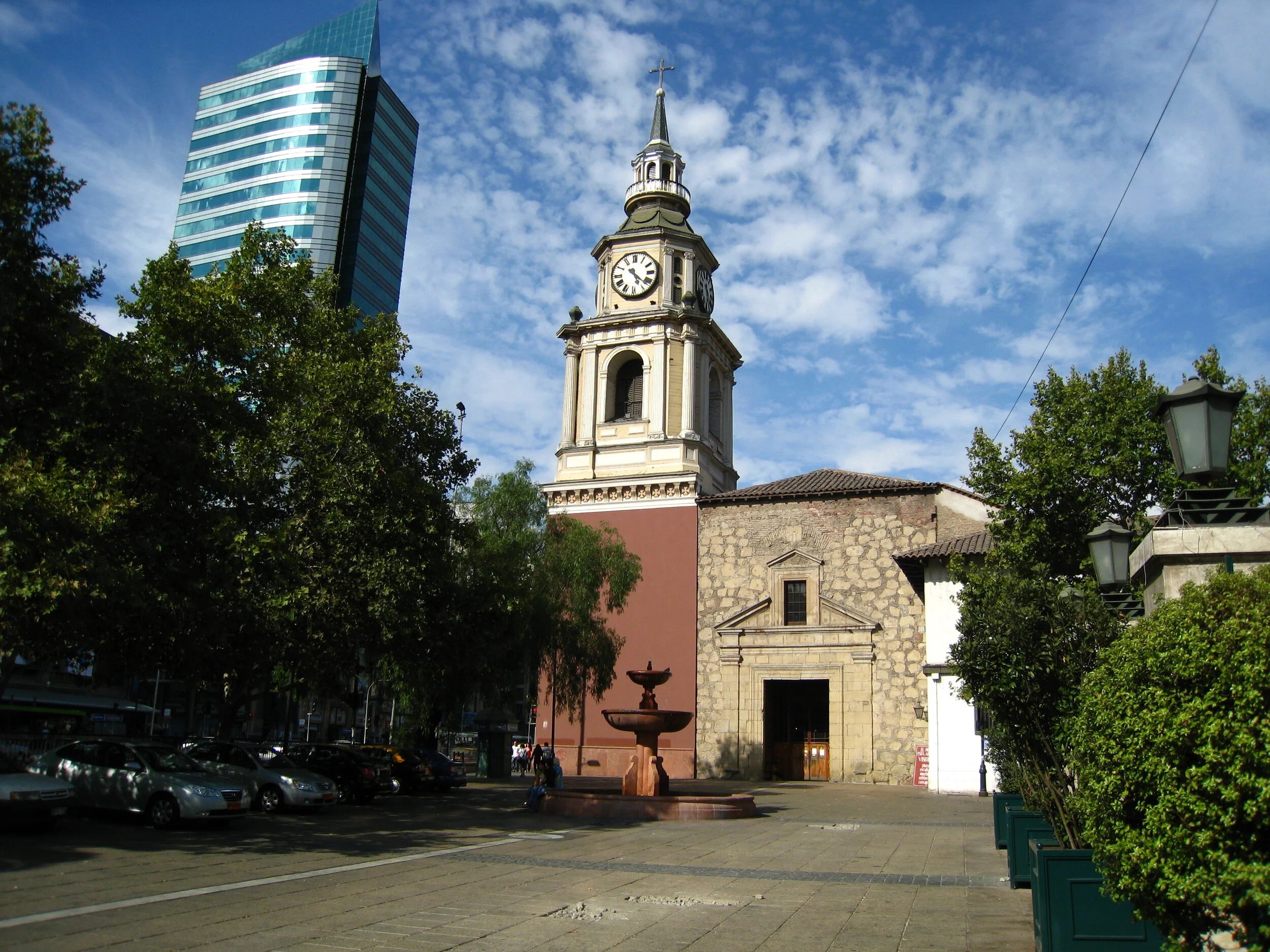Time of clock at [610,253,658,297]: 5:22
